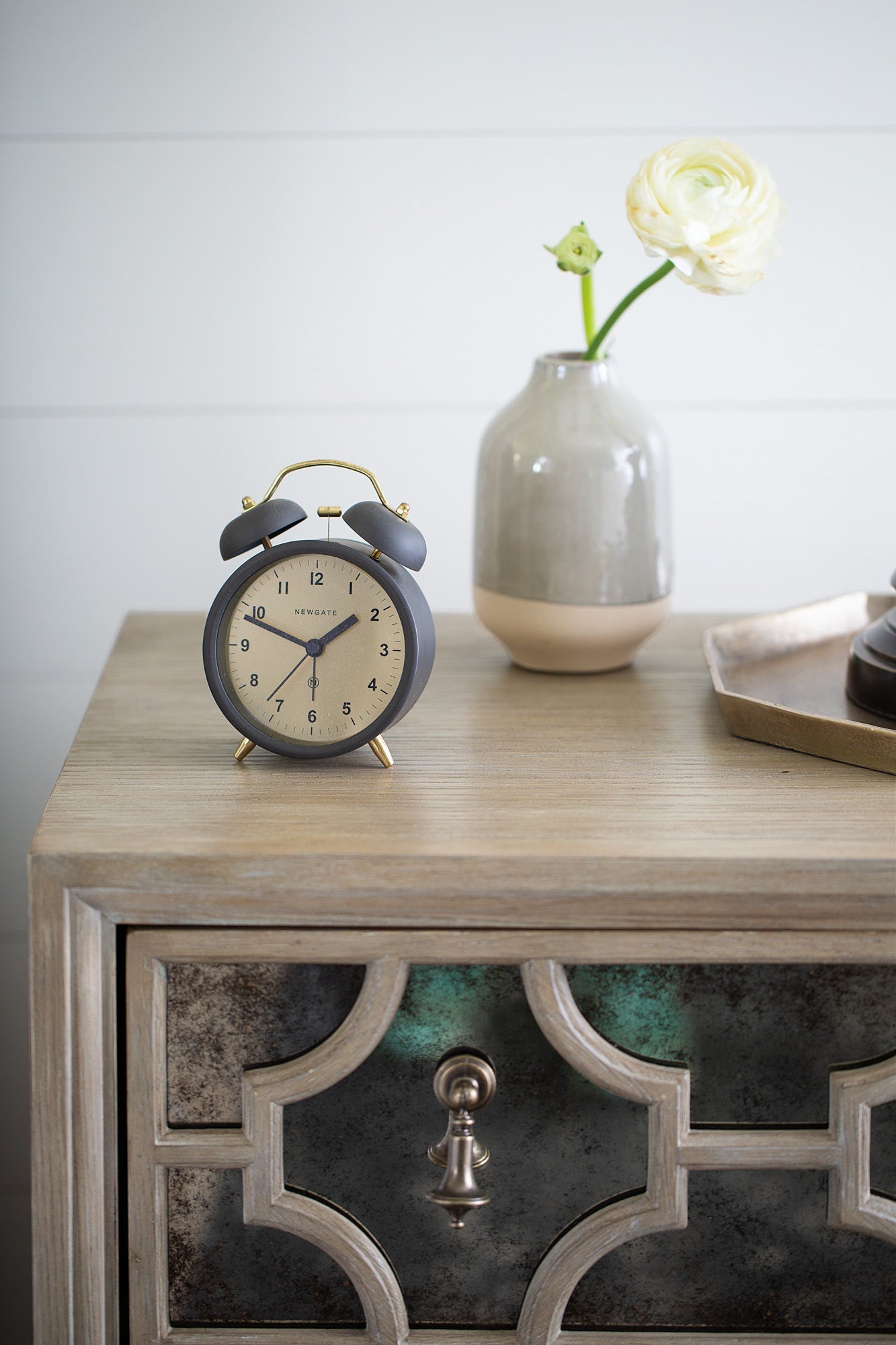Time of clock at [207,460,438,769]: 1:48
